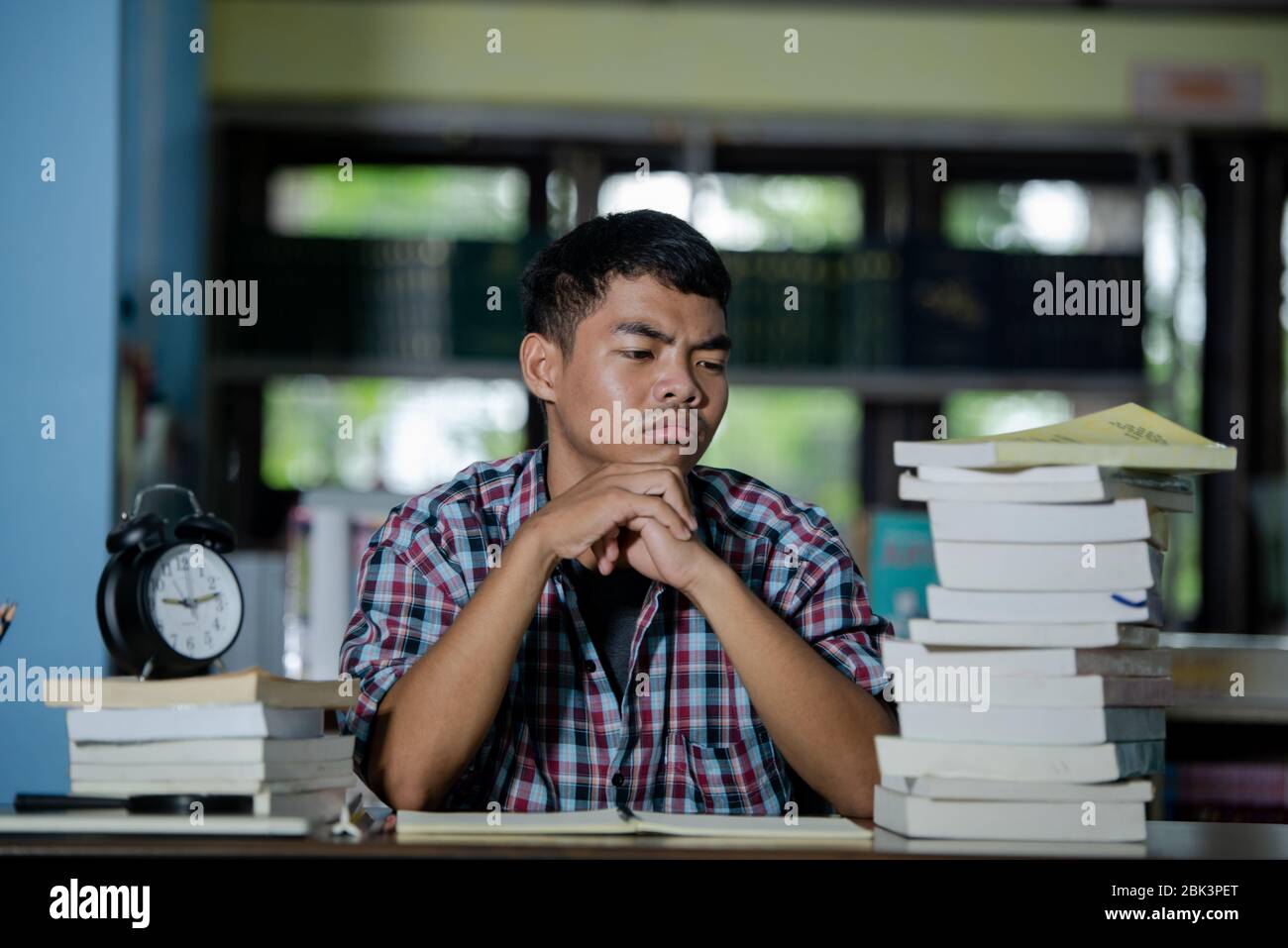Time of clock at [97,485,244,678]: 9:12
